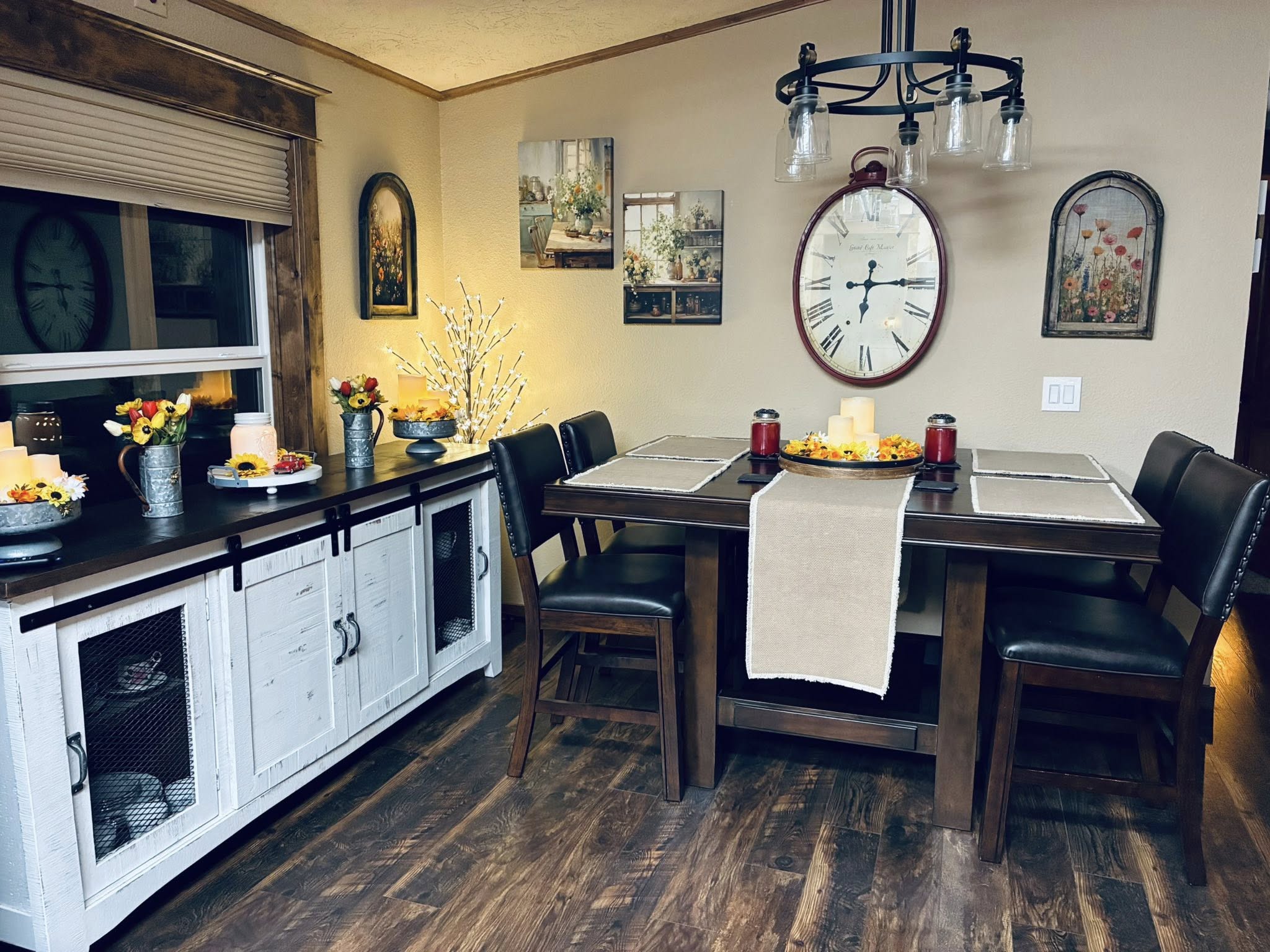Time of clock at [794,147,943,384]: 6:14
